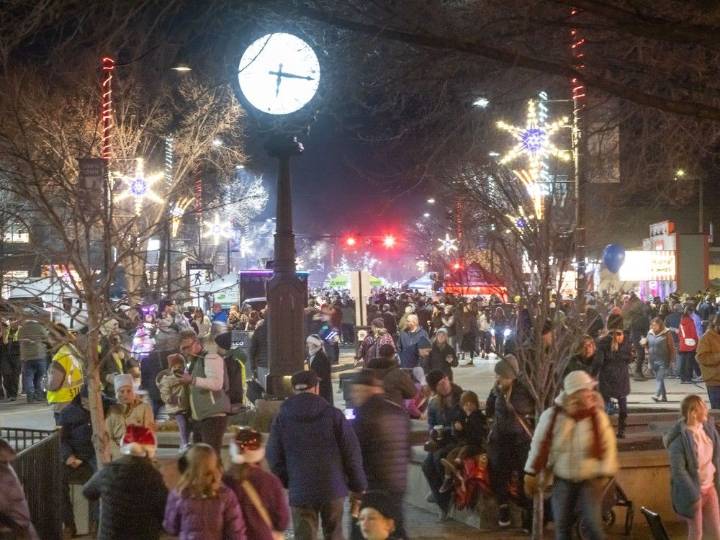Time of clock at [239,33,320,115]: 6:17
